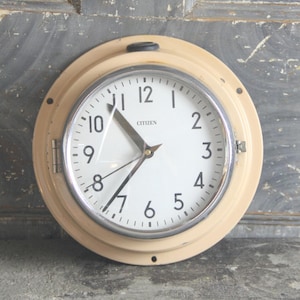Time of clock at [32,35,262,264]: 10:36
